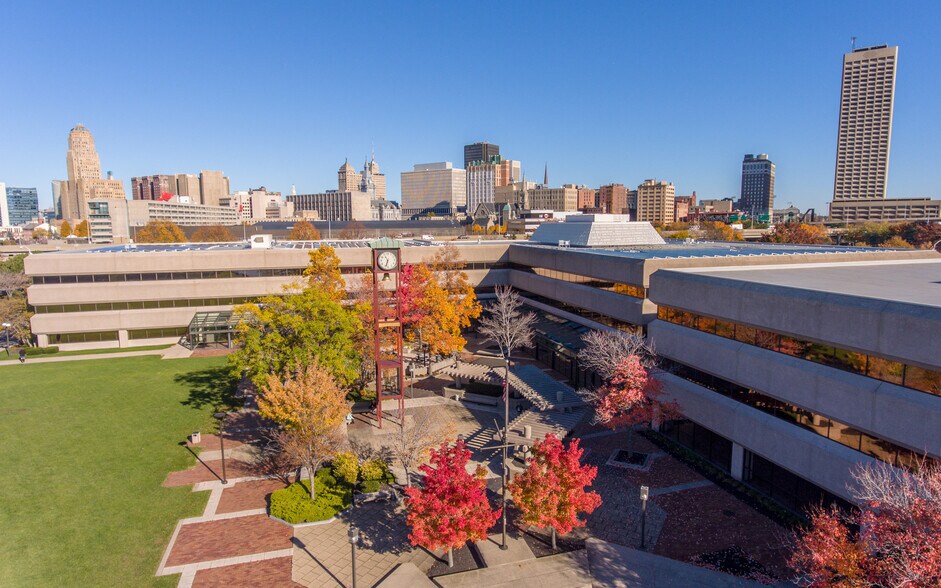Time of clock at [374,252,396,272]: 6:32
